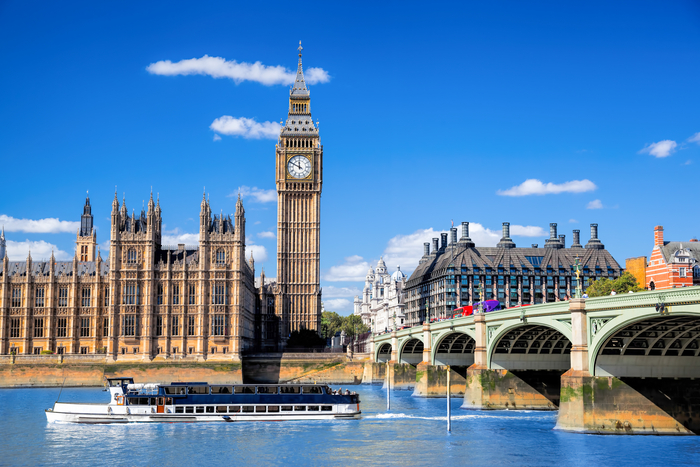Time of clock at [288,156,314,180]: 11:49
